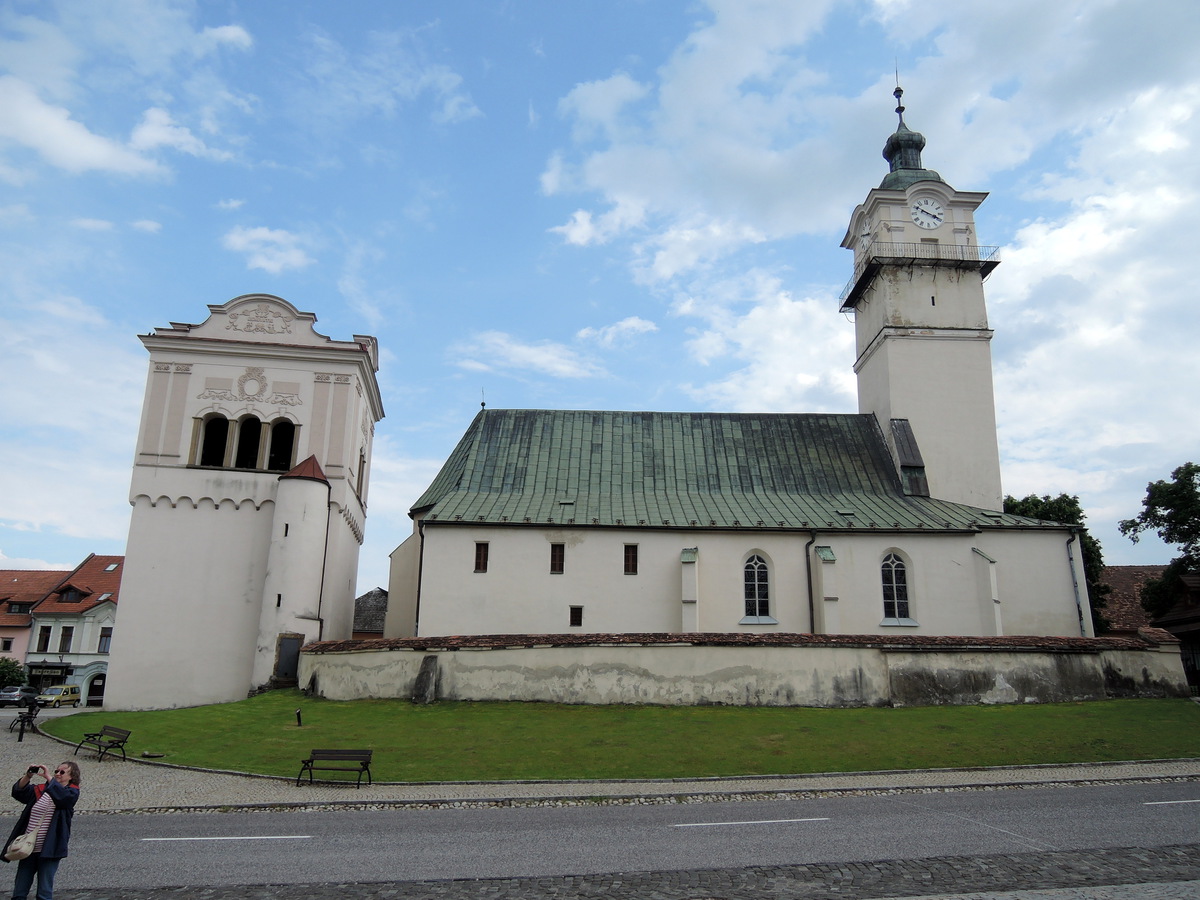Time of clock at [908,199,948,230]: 3:50
